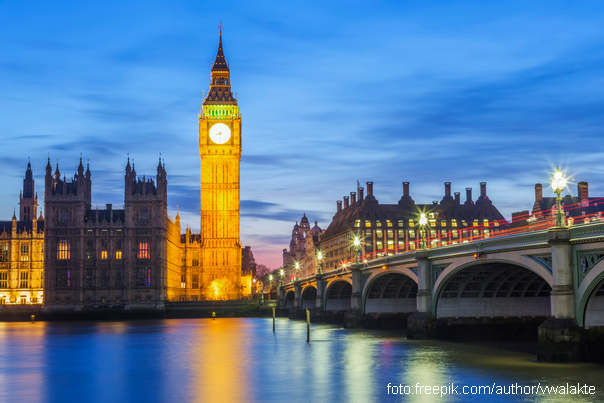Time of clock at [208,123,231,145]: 8:30
